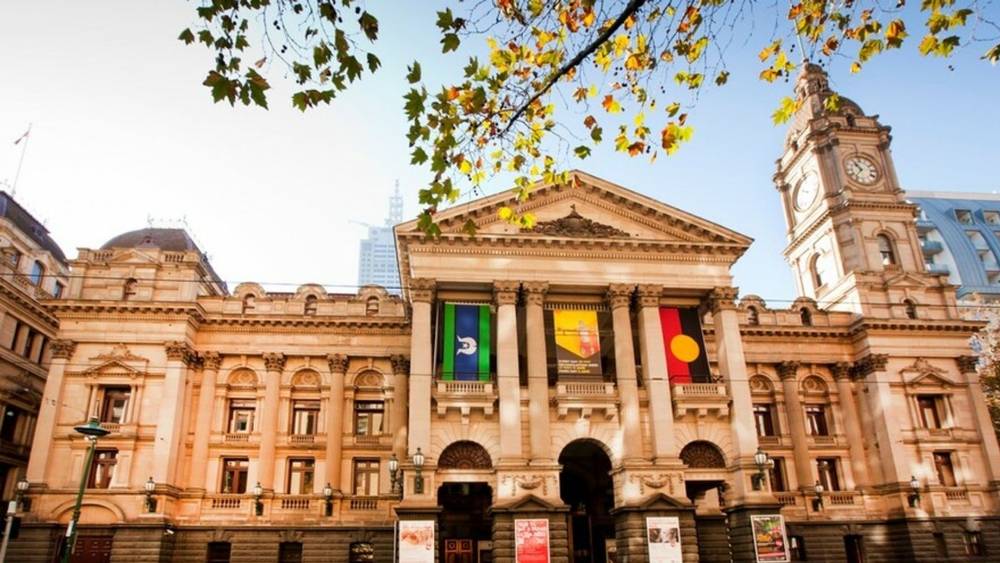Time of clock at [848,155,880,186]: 10:36
